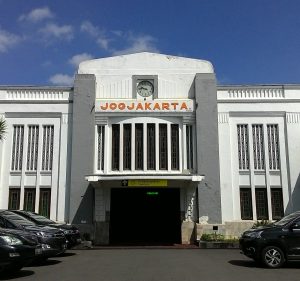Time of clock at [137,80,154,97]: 9:45
